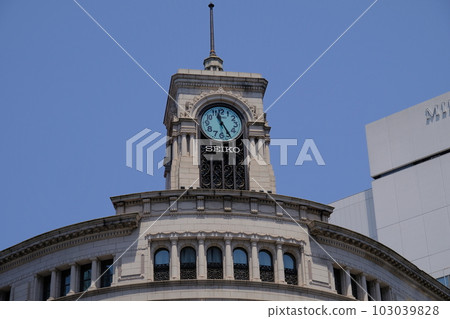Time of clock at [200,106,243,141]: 11:25
